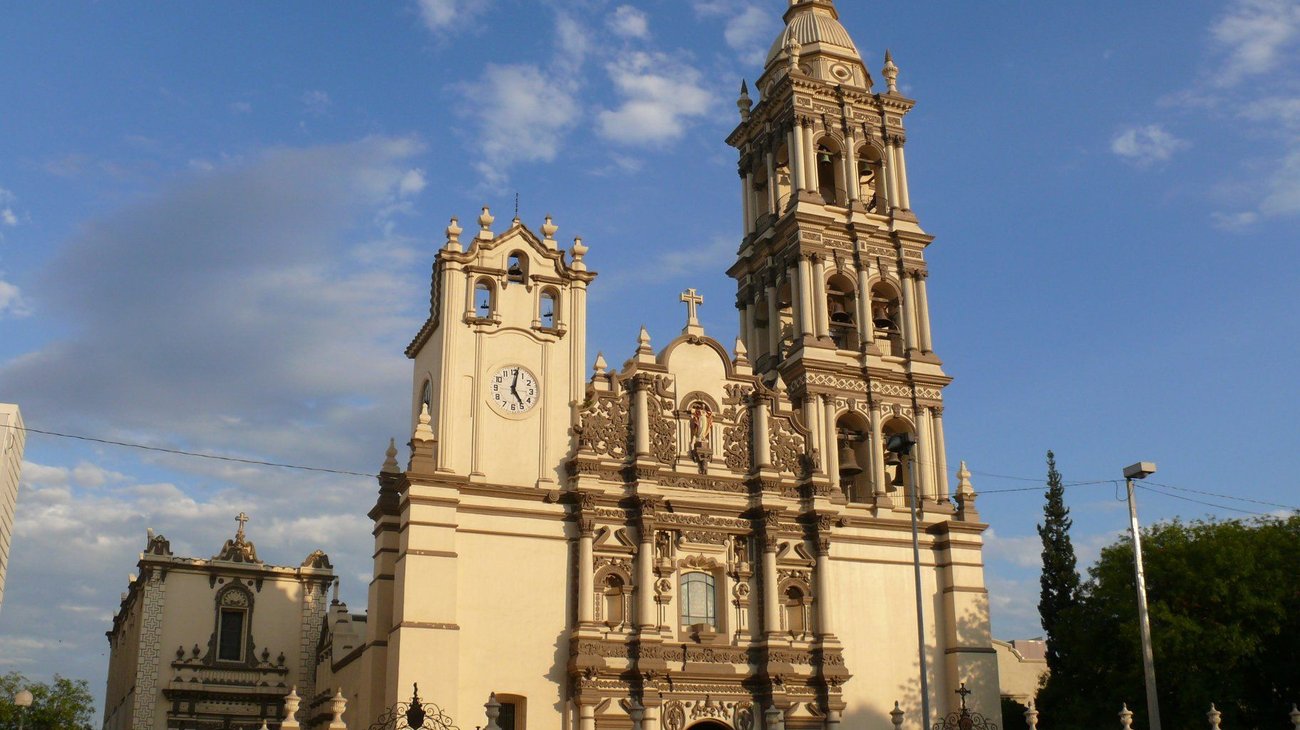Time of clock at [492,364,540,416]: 5:01
